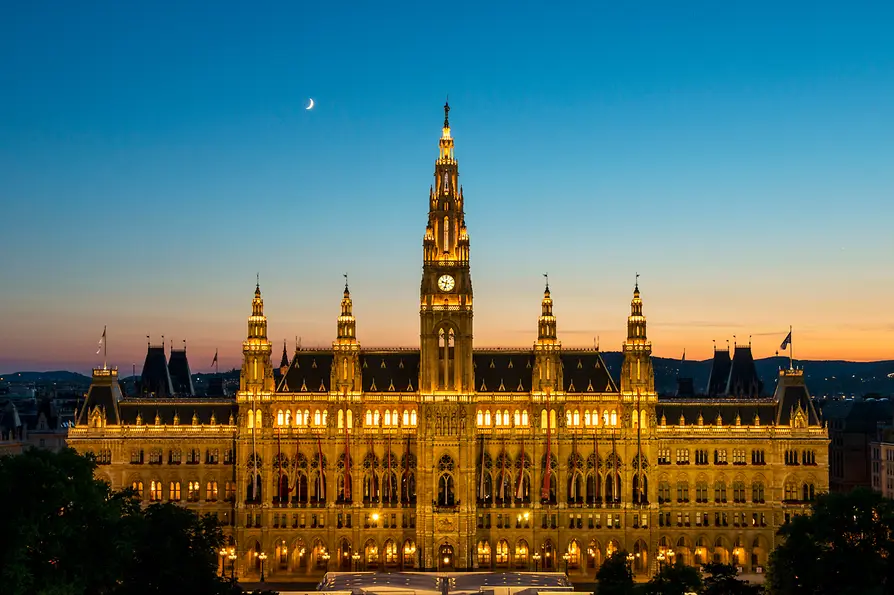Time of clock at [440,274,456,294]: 9:33
